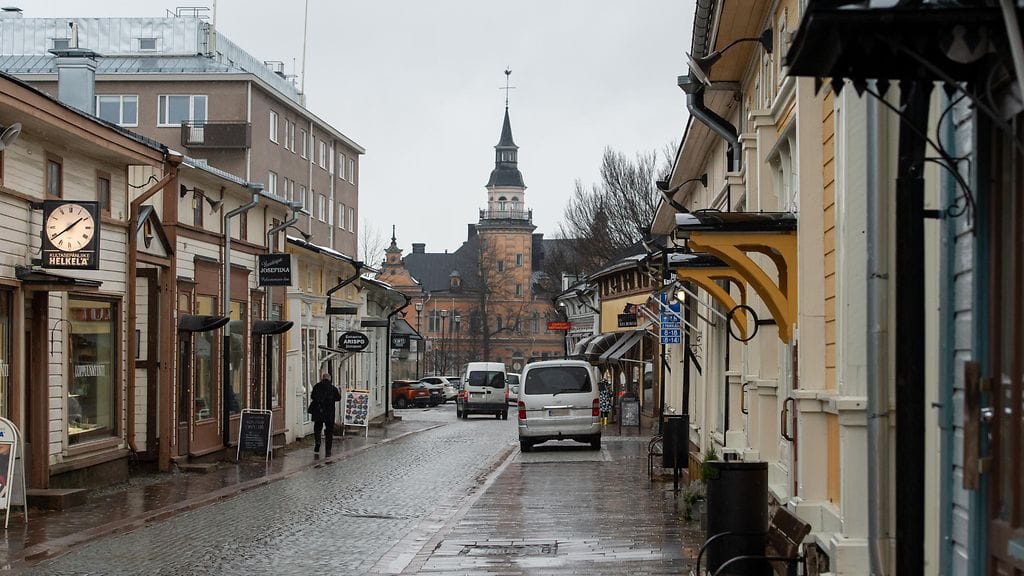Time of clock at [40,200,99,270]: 1:39
